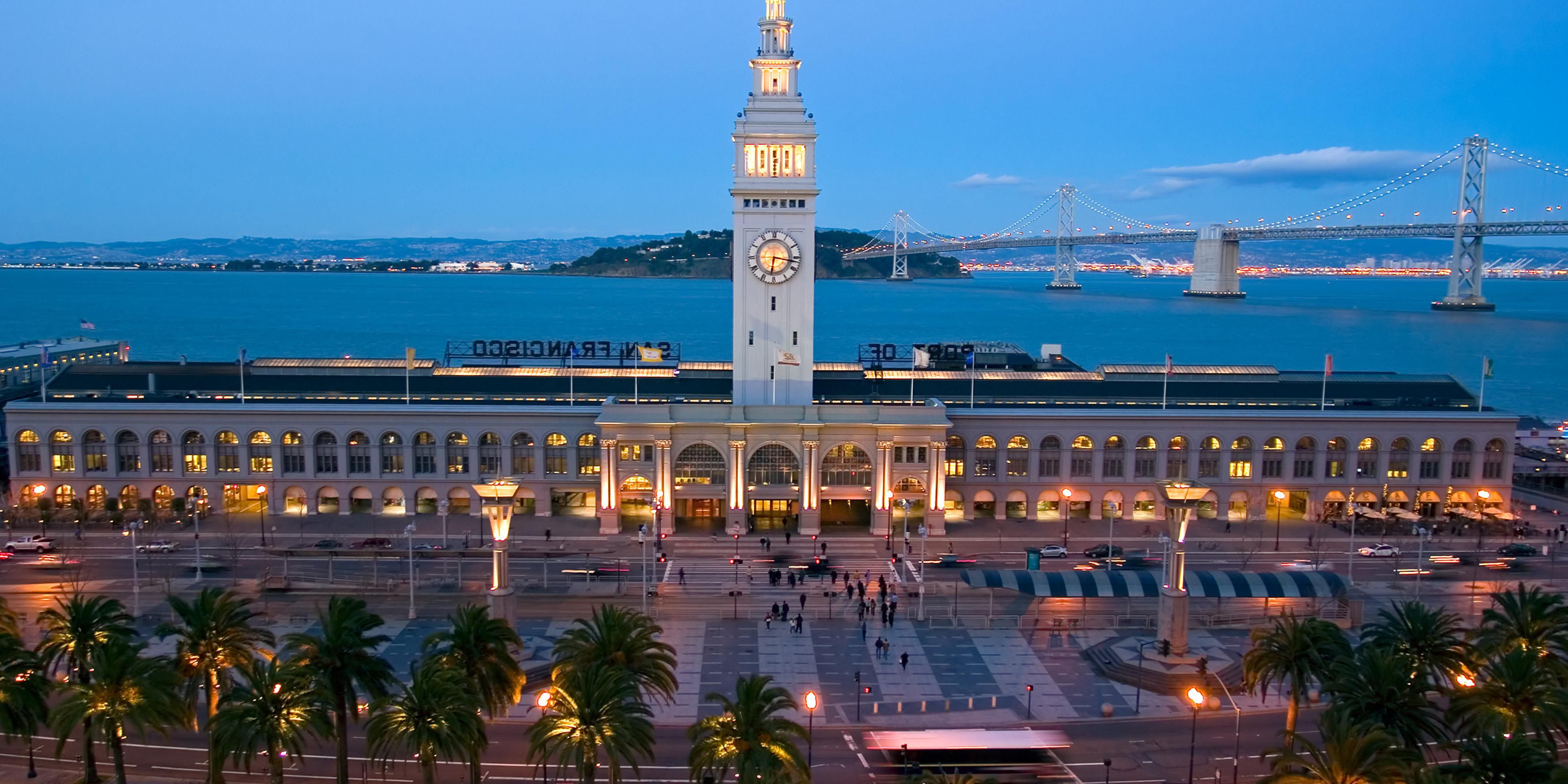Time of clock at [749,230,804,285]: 6:16
